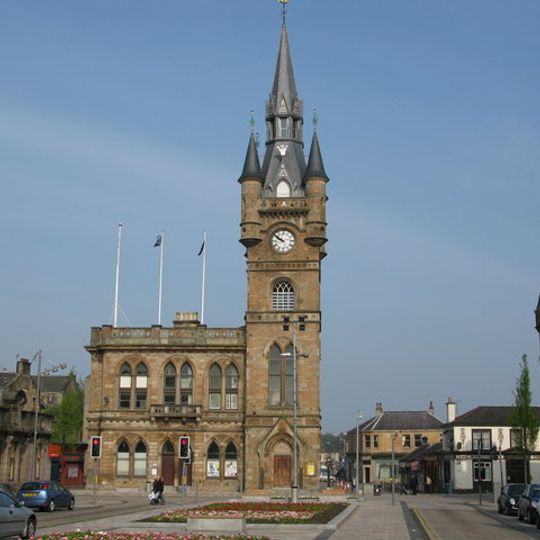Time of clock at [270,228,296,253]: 9:50
